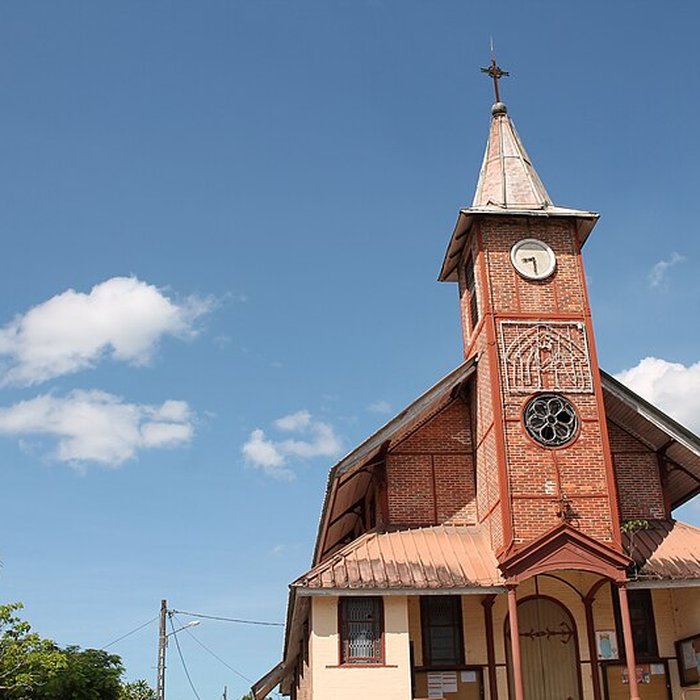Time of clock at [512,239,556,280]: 8:29
